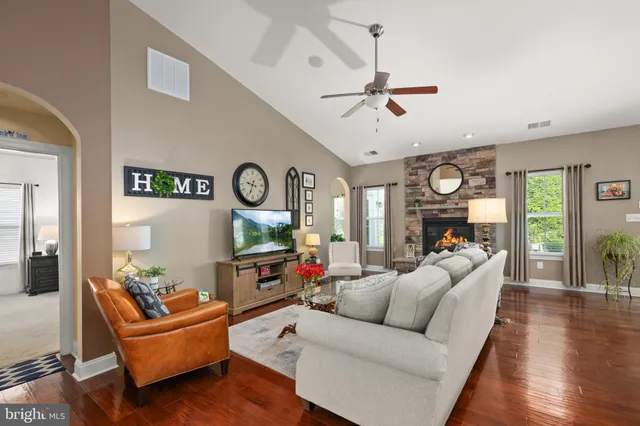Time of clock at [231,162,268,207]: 9:33
